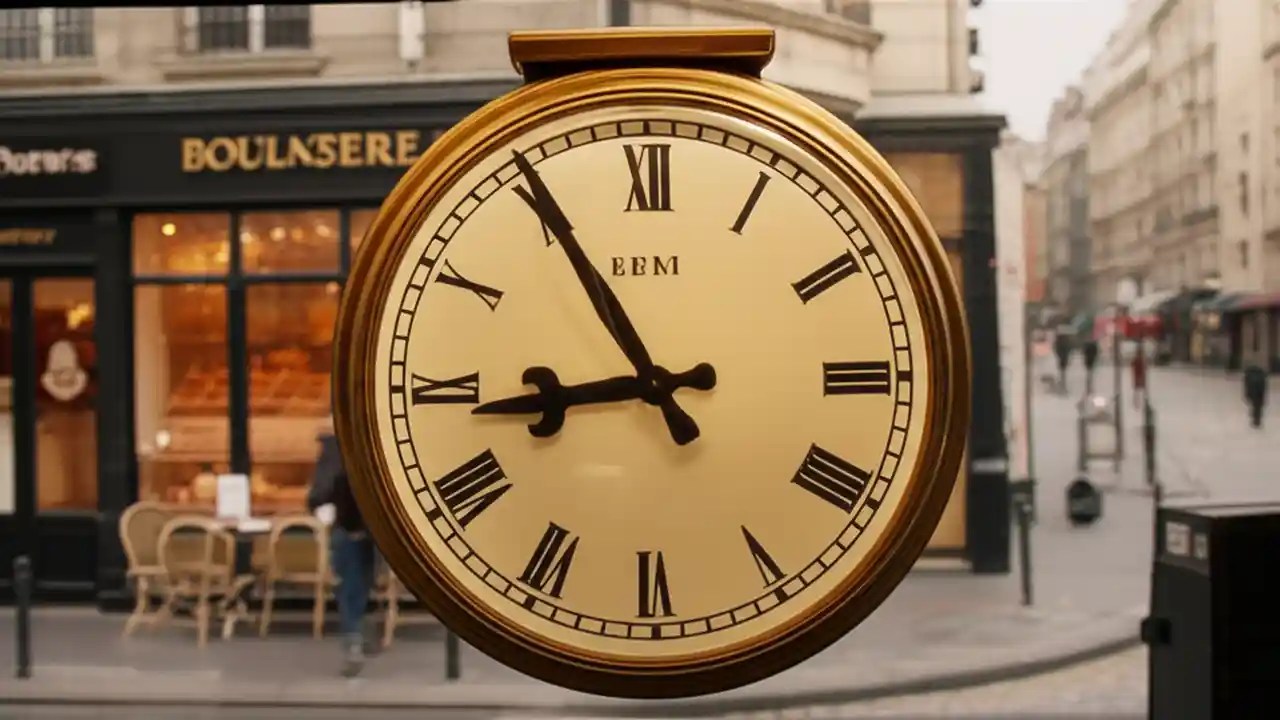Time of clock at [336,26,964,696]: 8:54
